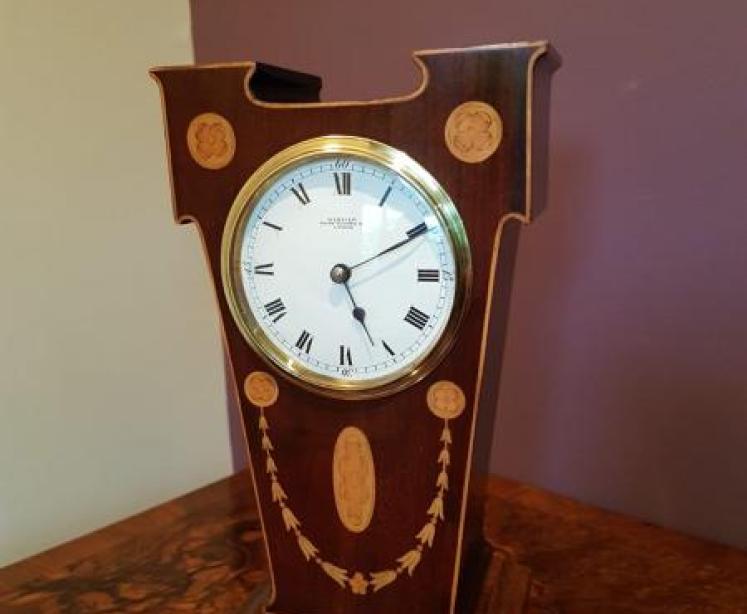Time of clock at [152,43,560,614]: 5:10
